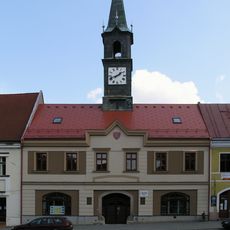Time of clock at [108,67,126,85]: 1:41
